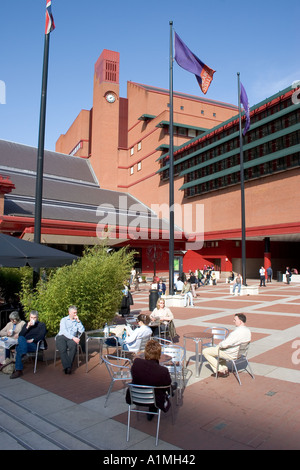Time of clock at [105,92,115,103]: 8:11
